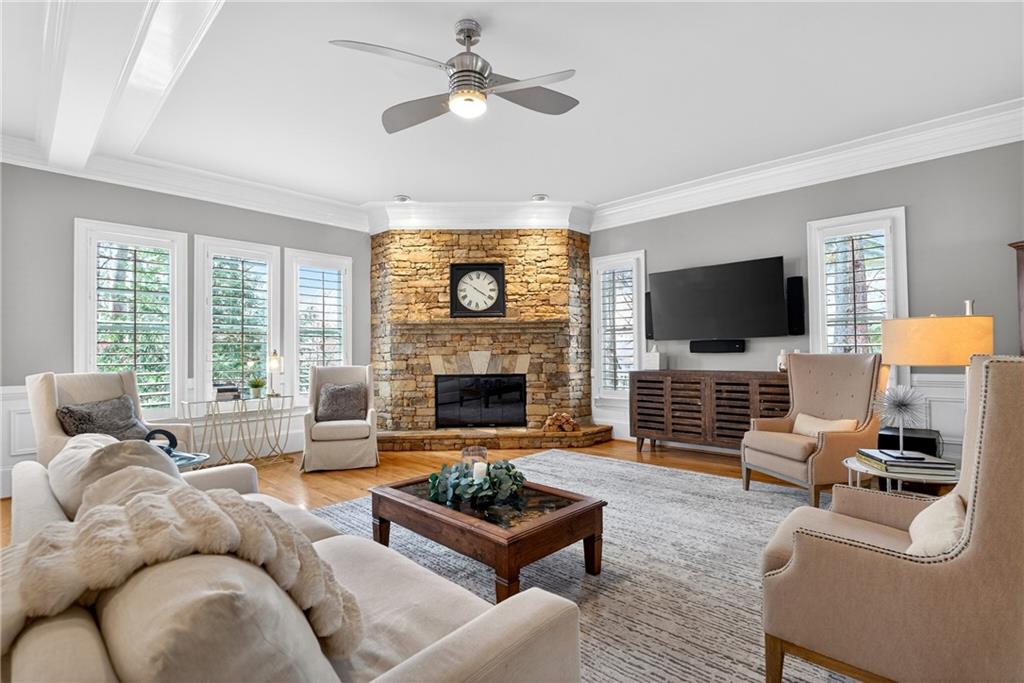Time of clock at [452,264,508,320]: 3:50
